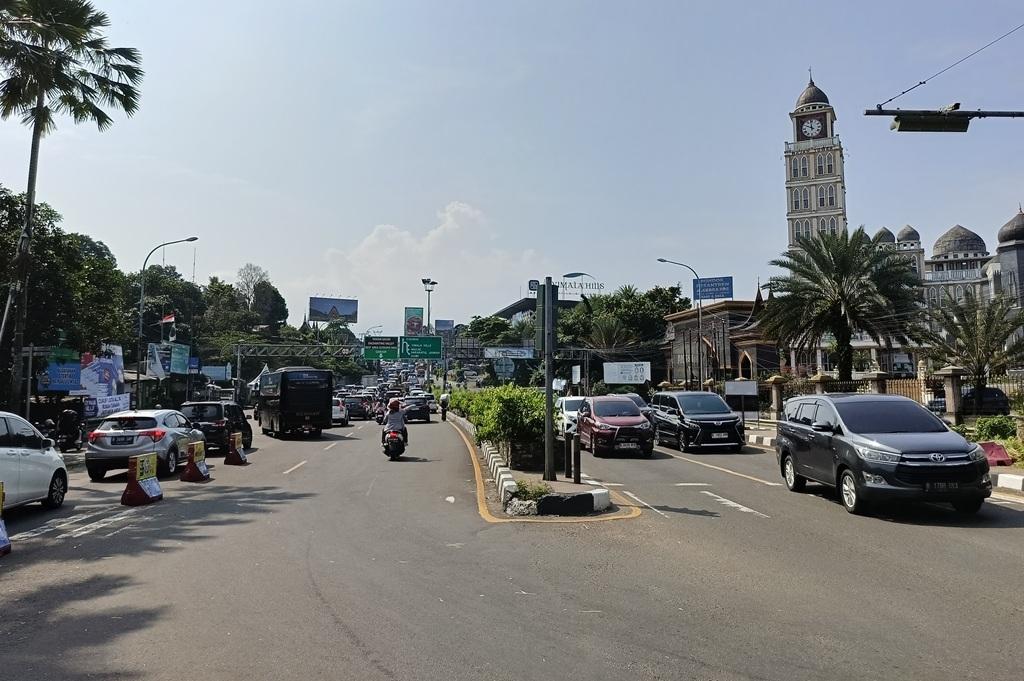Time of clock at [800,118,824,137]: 11:49
